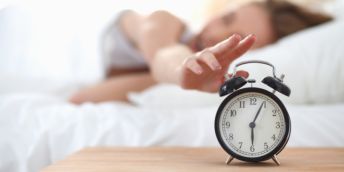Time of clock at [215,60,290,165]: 6:04
